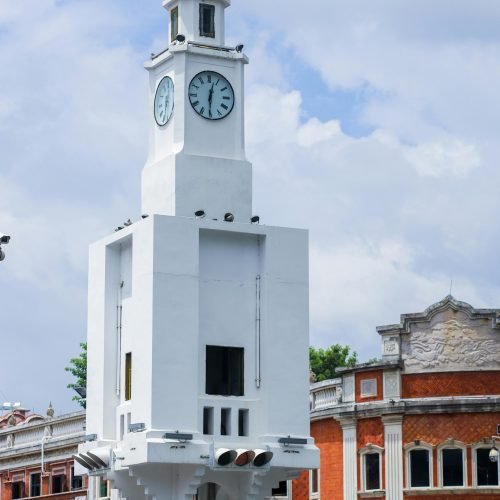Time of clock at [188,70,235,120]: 12:30
